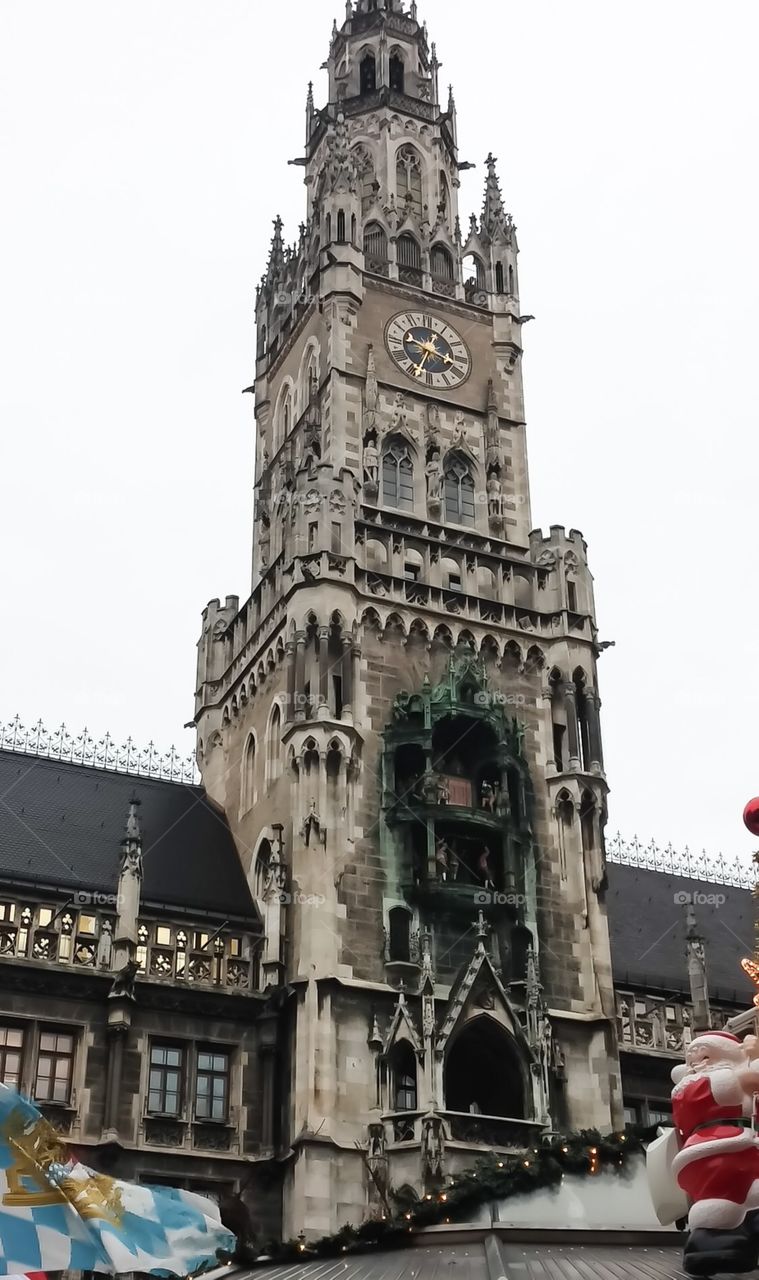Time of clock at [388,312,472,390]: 3:33
